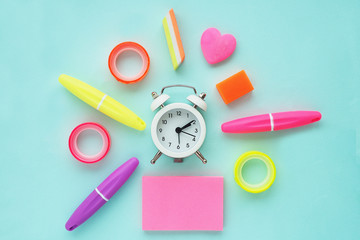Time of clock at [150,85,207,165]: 2:09
